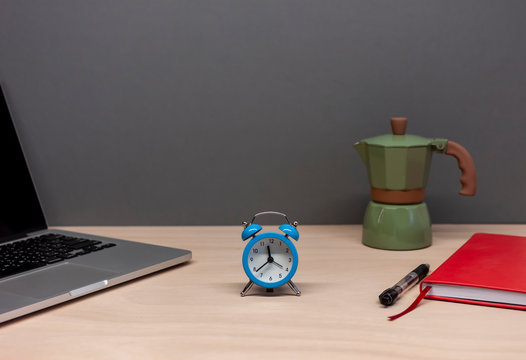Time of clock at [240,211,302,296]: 11:38
